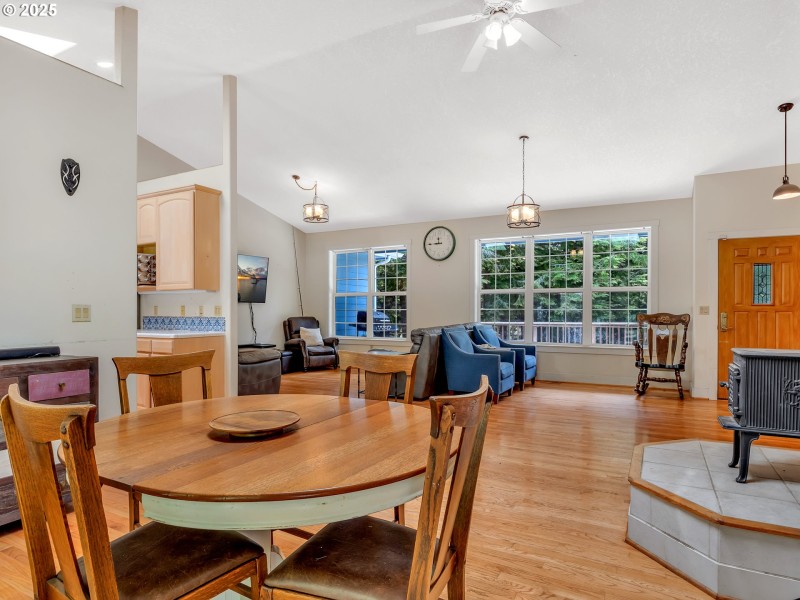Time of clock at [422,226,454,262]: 11:44
